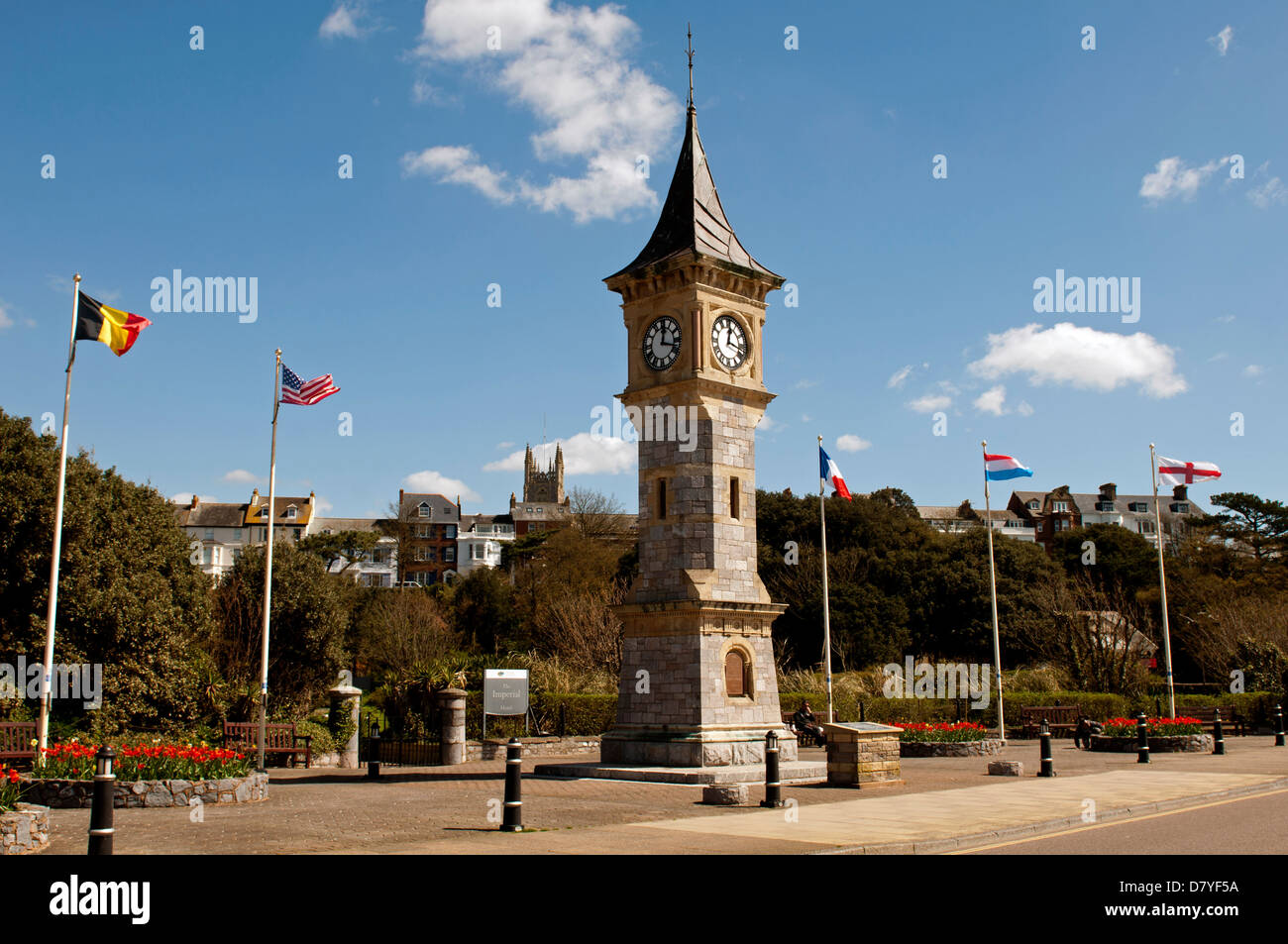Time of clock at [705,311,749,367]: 12:18
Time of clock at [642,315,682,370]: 12:17
